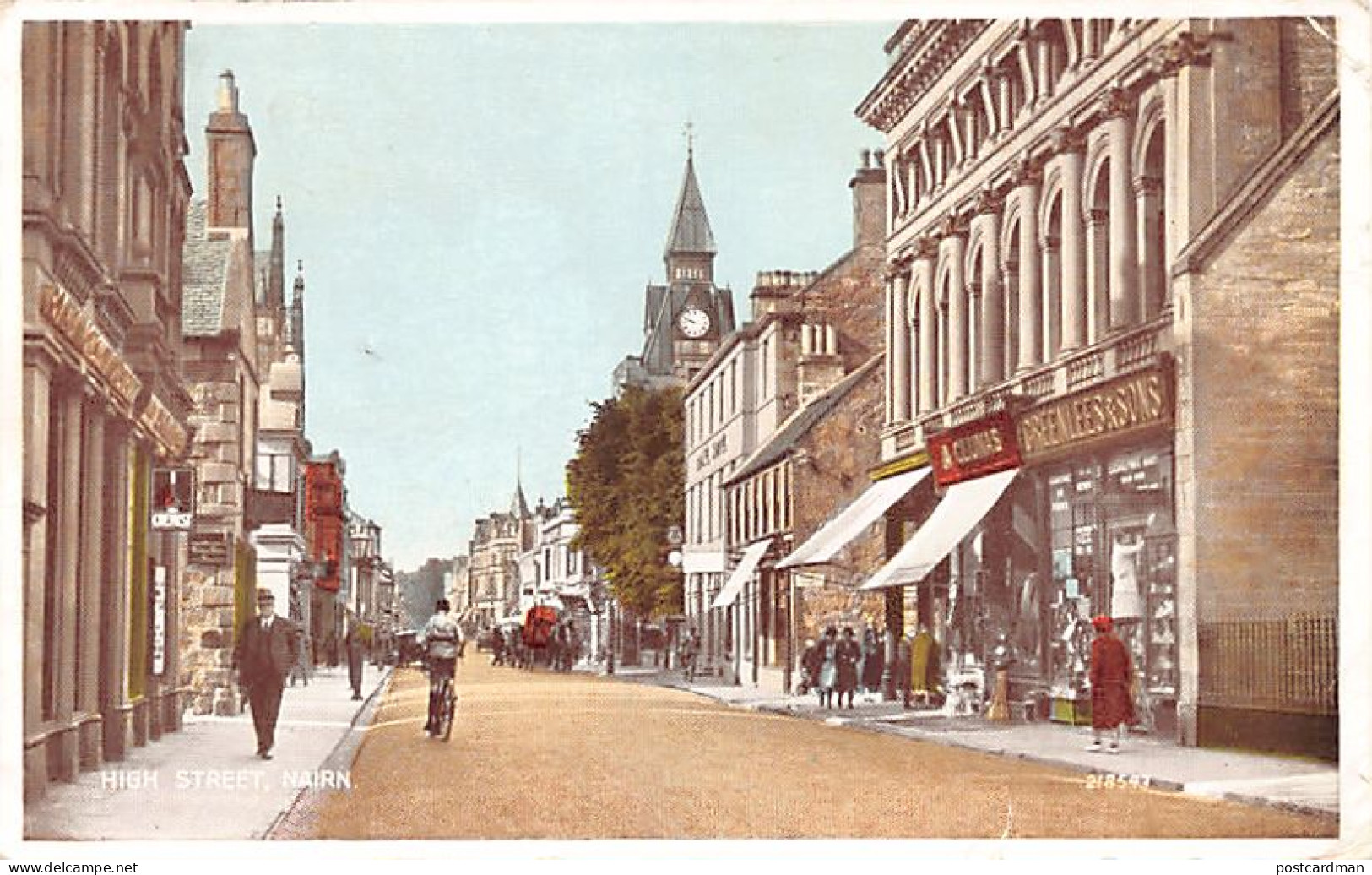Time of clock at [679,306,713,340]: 9:48
